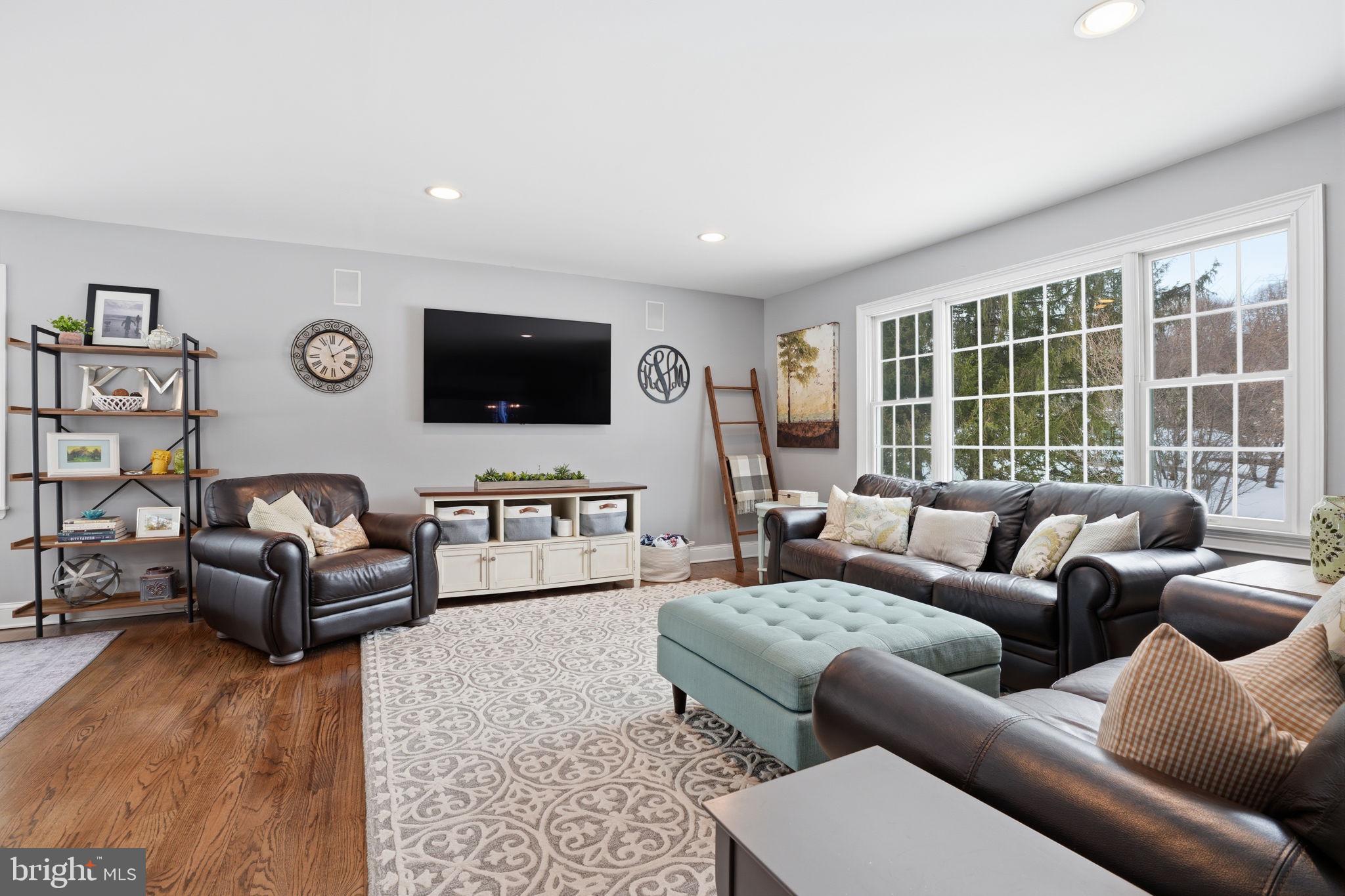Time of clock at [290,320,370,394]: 1:57
